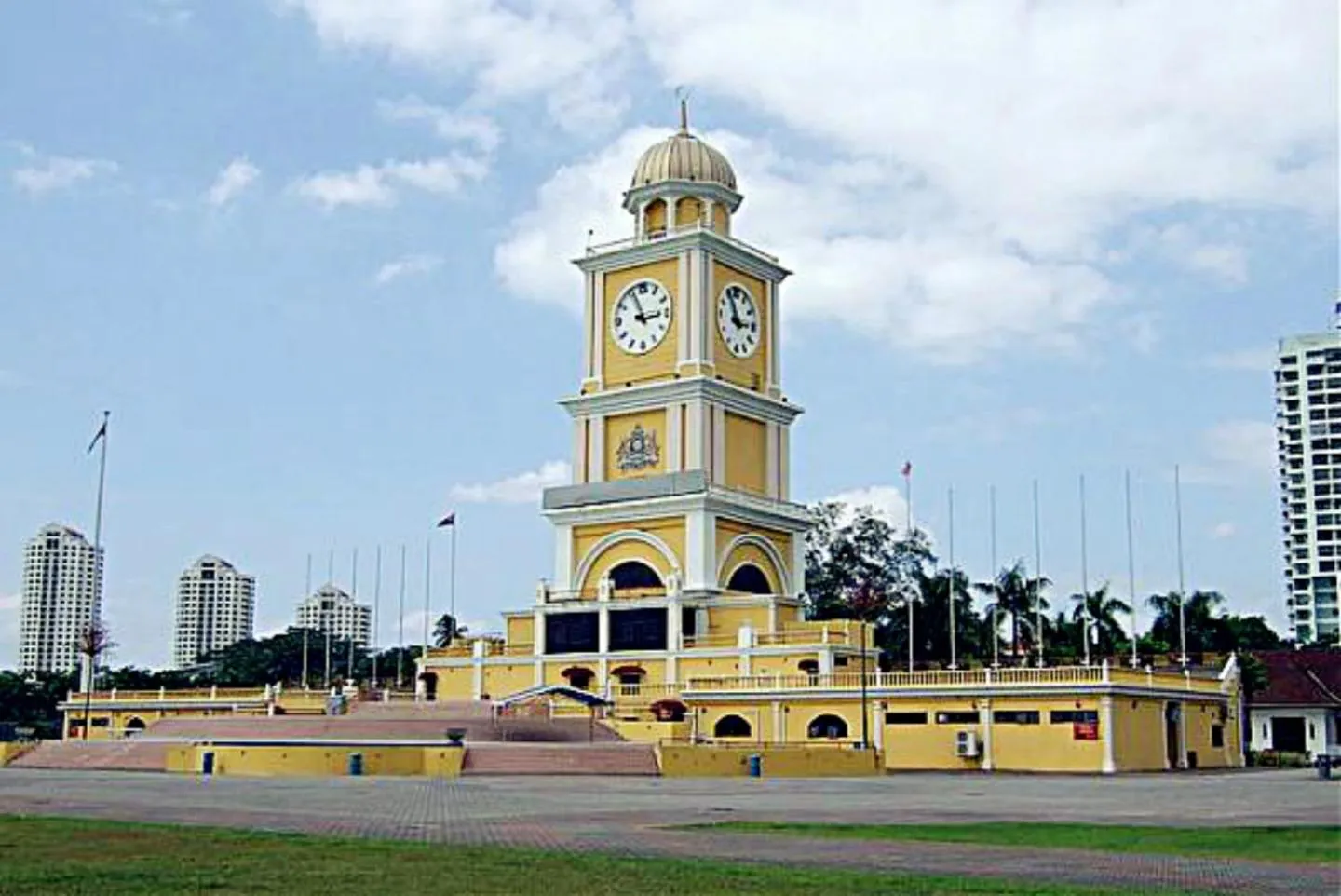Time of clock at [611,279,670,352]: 2:56
